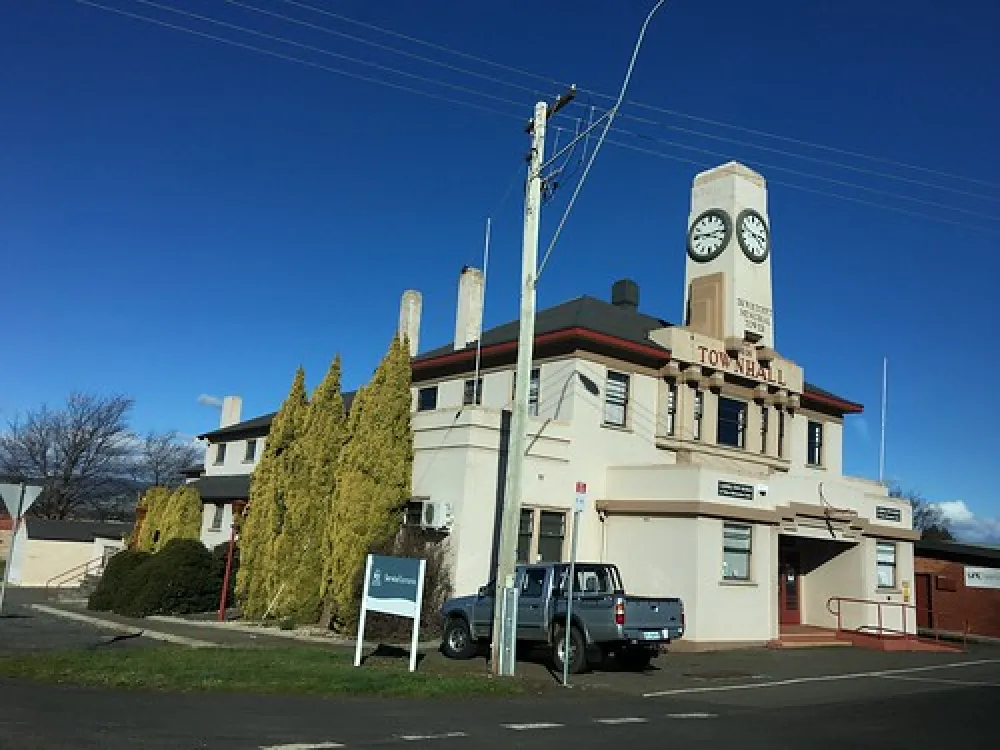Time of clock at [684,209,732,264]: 2:46
